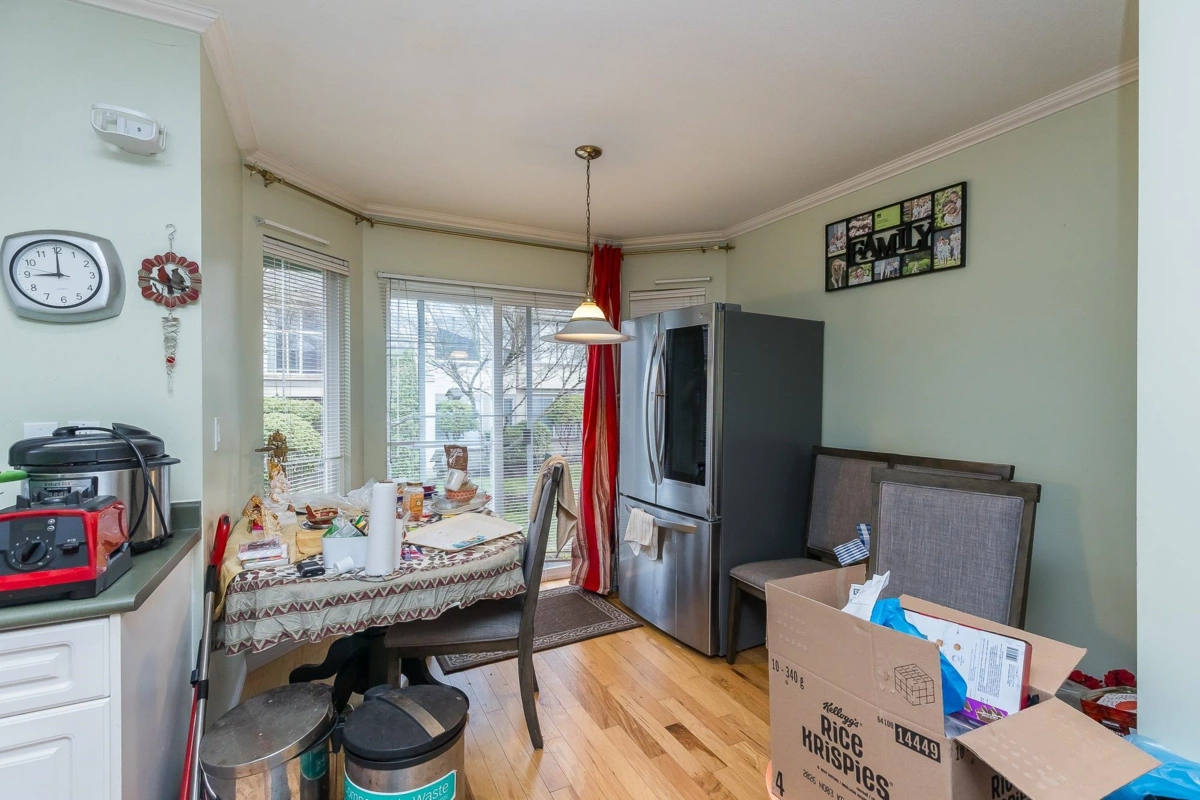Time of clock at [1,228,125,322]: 9:00
